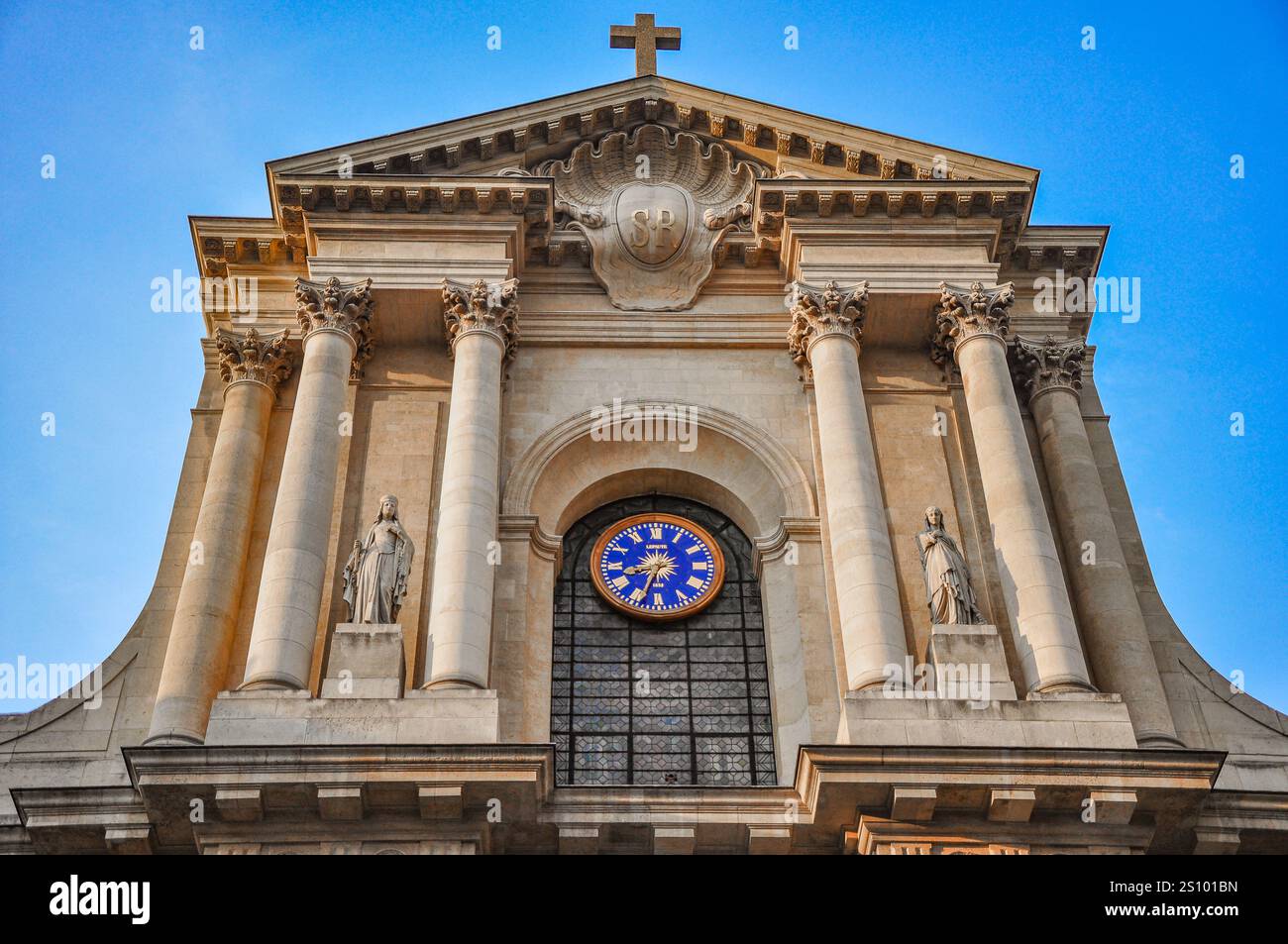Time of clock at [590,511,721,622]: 8:33
